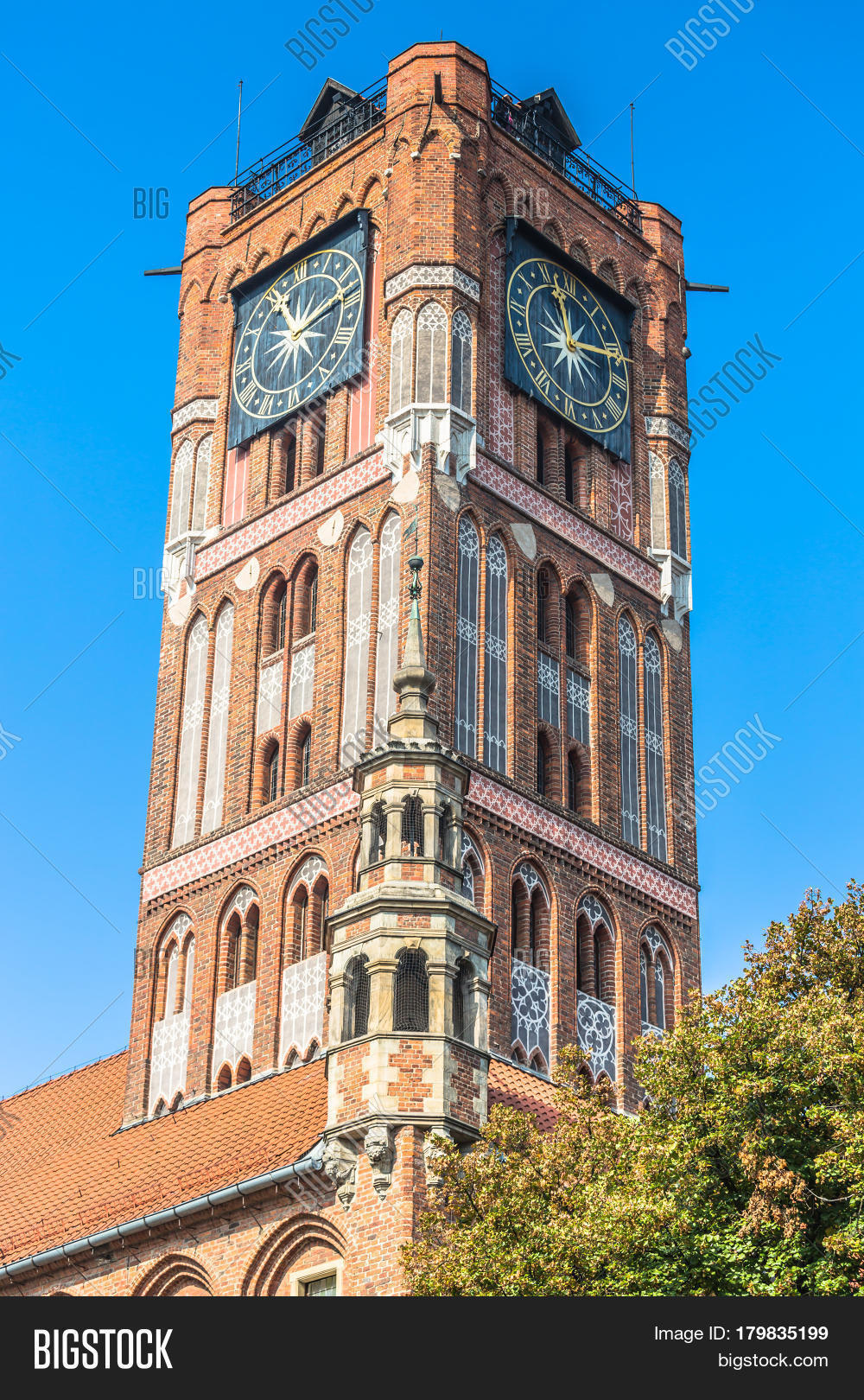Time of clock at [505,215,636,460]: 12:13
